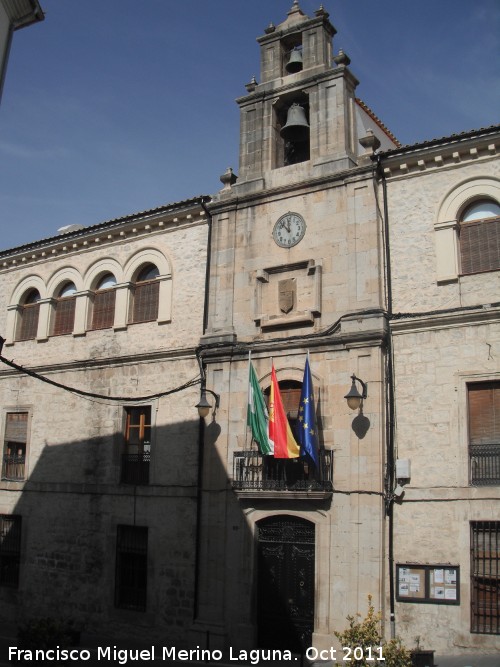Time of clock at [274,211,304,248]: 11:53
